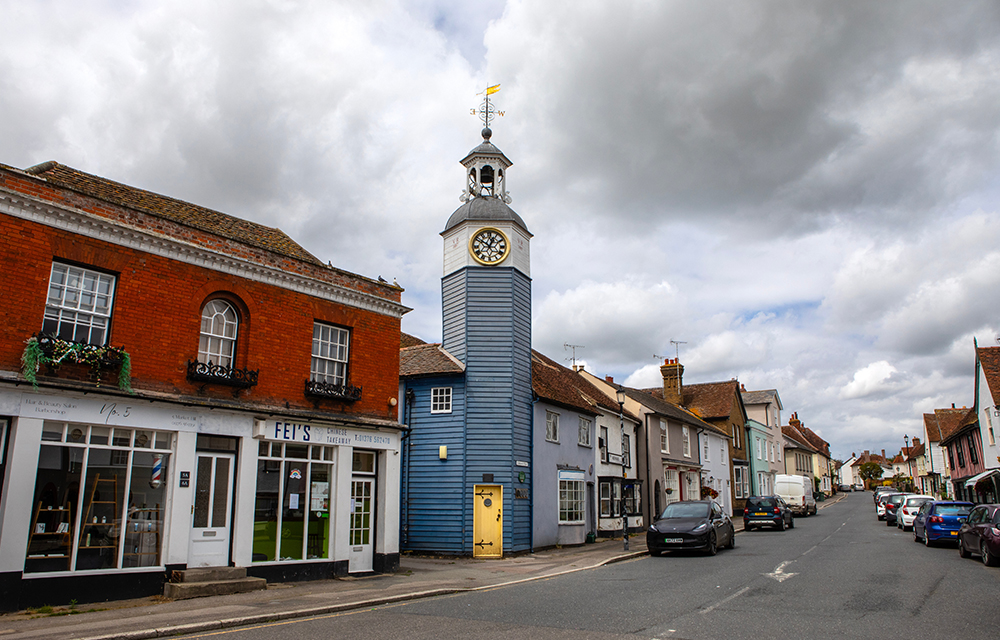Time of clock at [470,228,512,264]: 12:50
